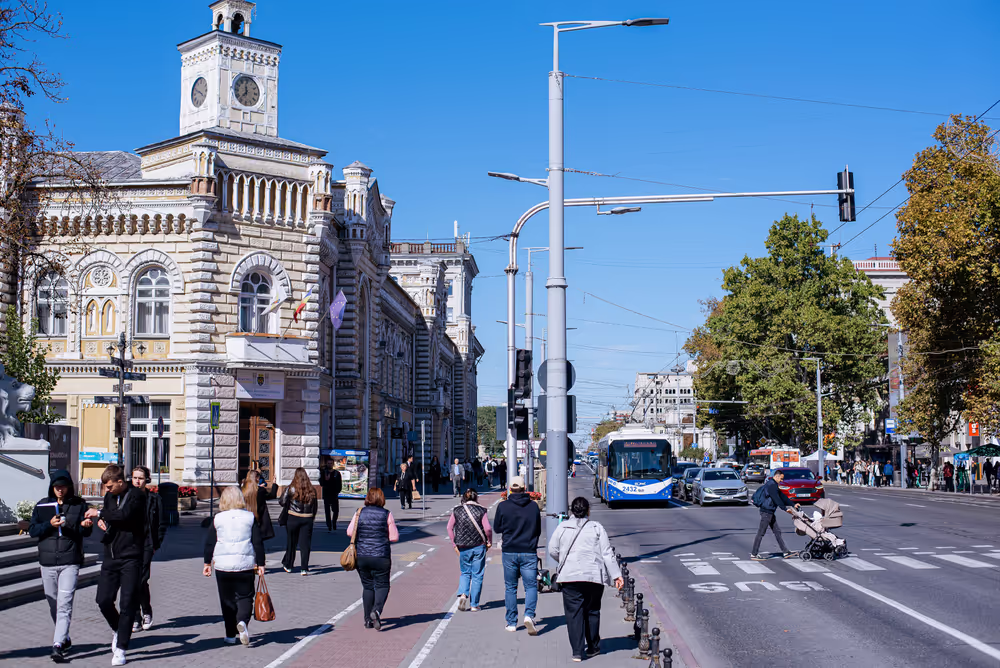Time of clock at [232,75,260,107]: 11:36
